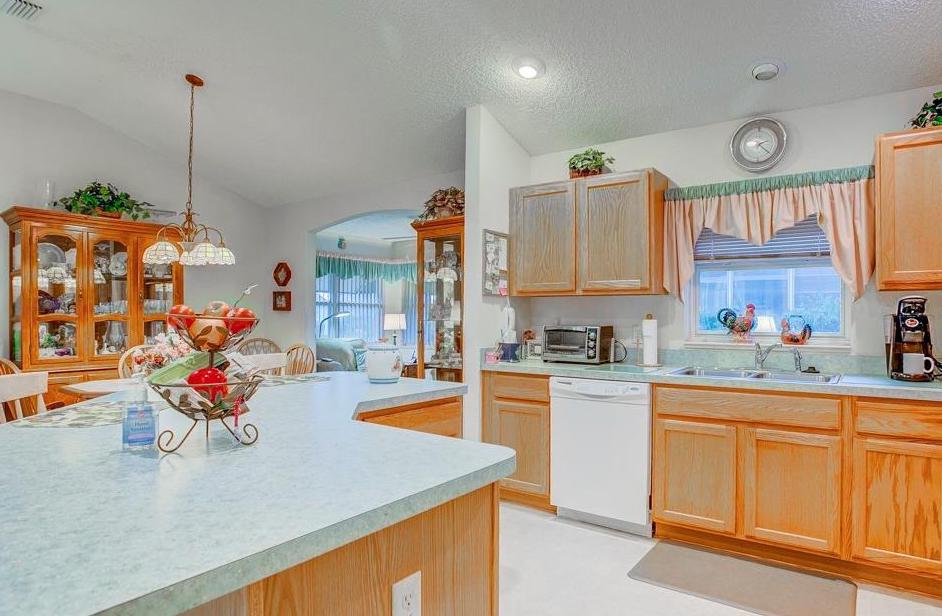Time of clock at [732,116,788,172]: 2:21
